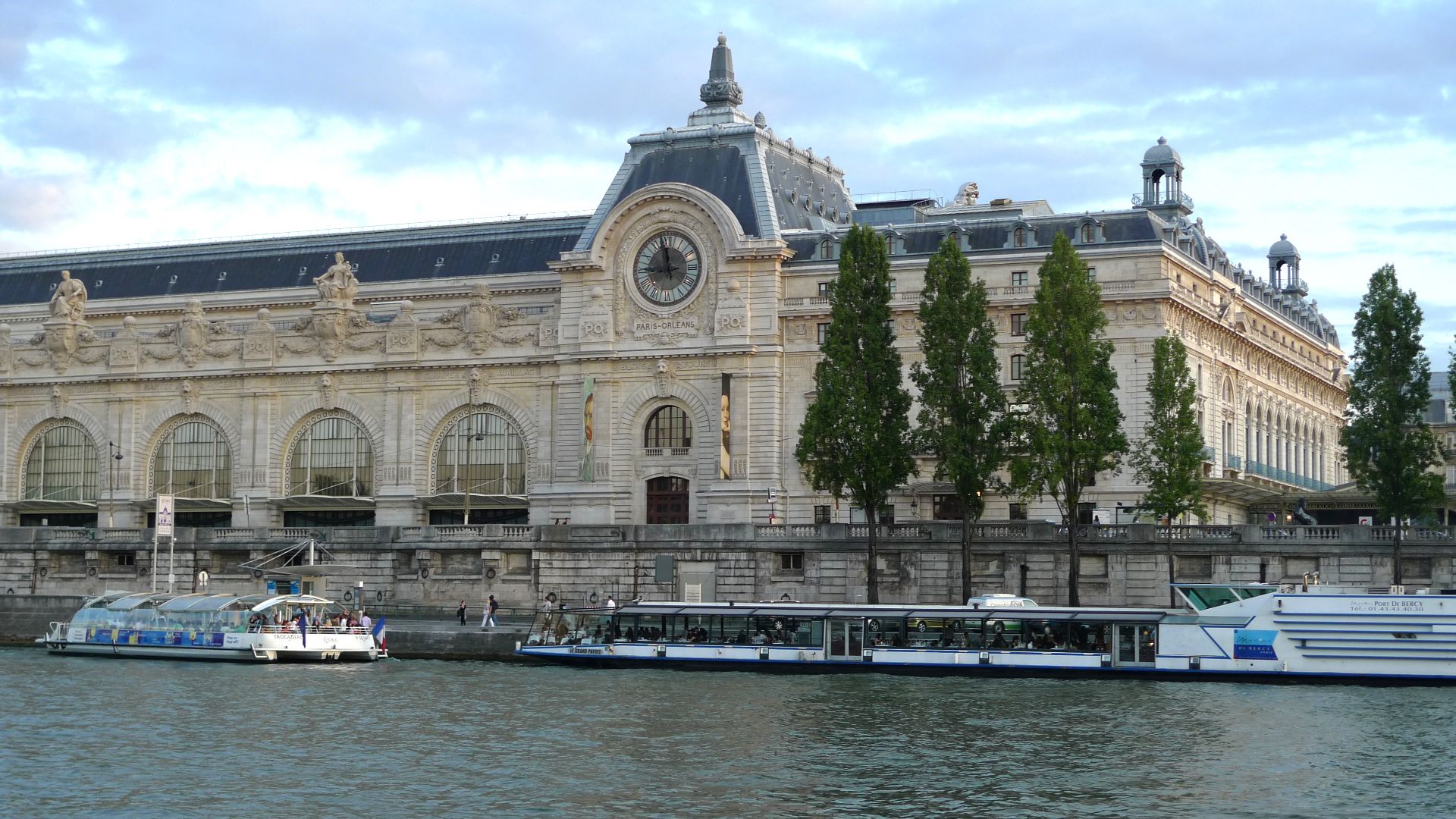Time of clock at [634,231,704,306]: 8:58
